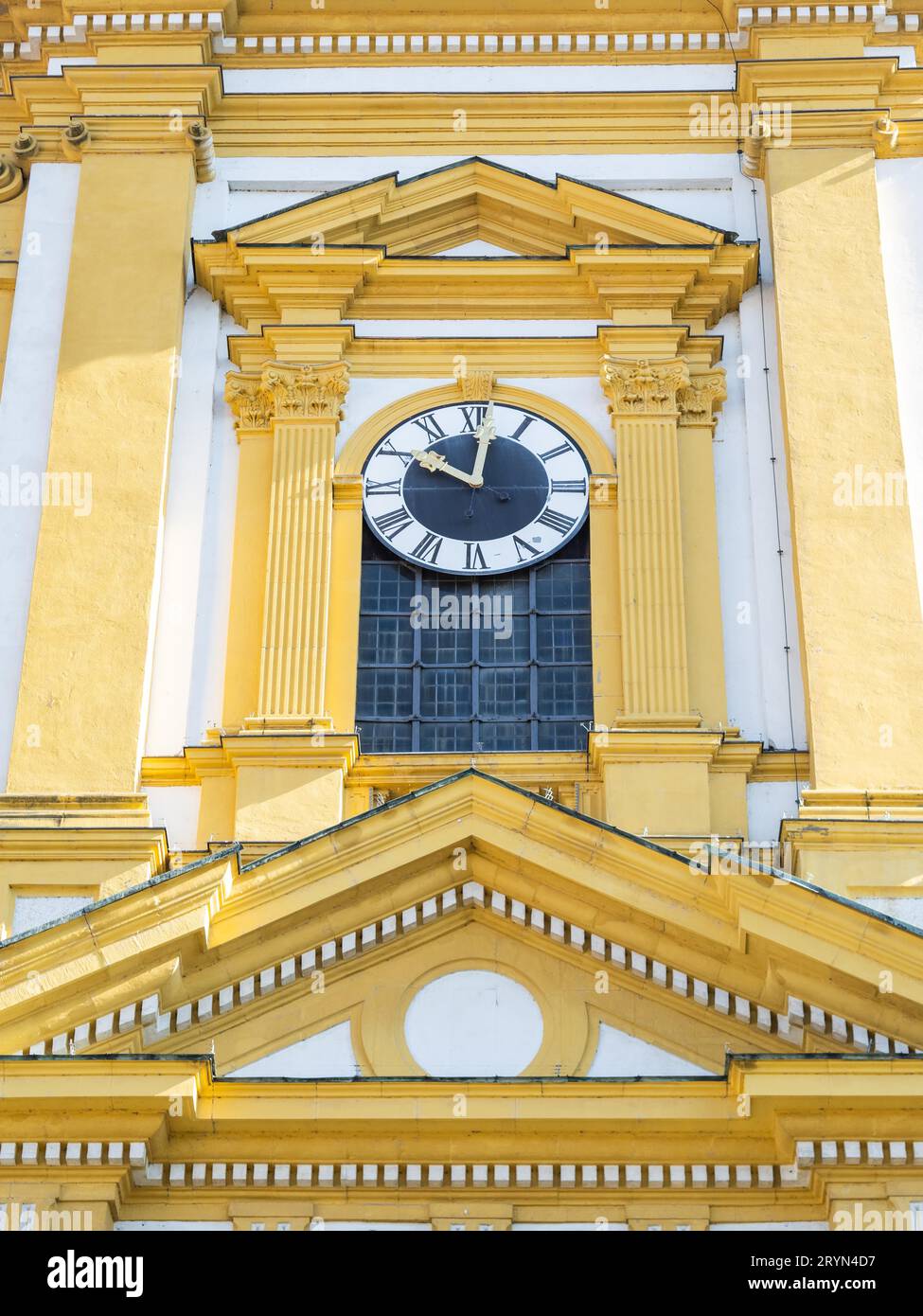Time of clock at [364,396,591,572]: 10:01
